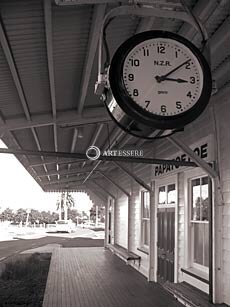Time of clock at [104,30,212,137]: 3:09
